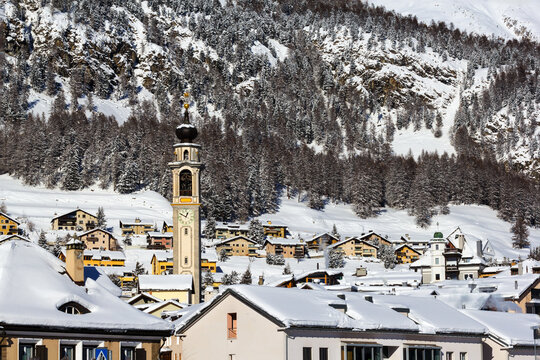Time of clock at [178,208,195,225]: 12:49
